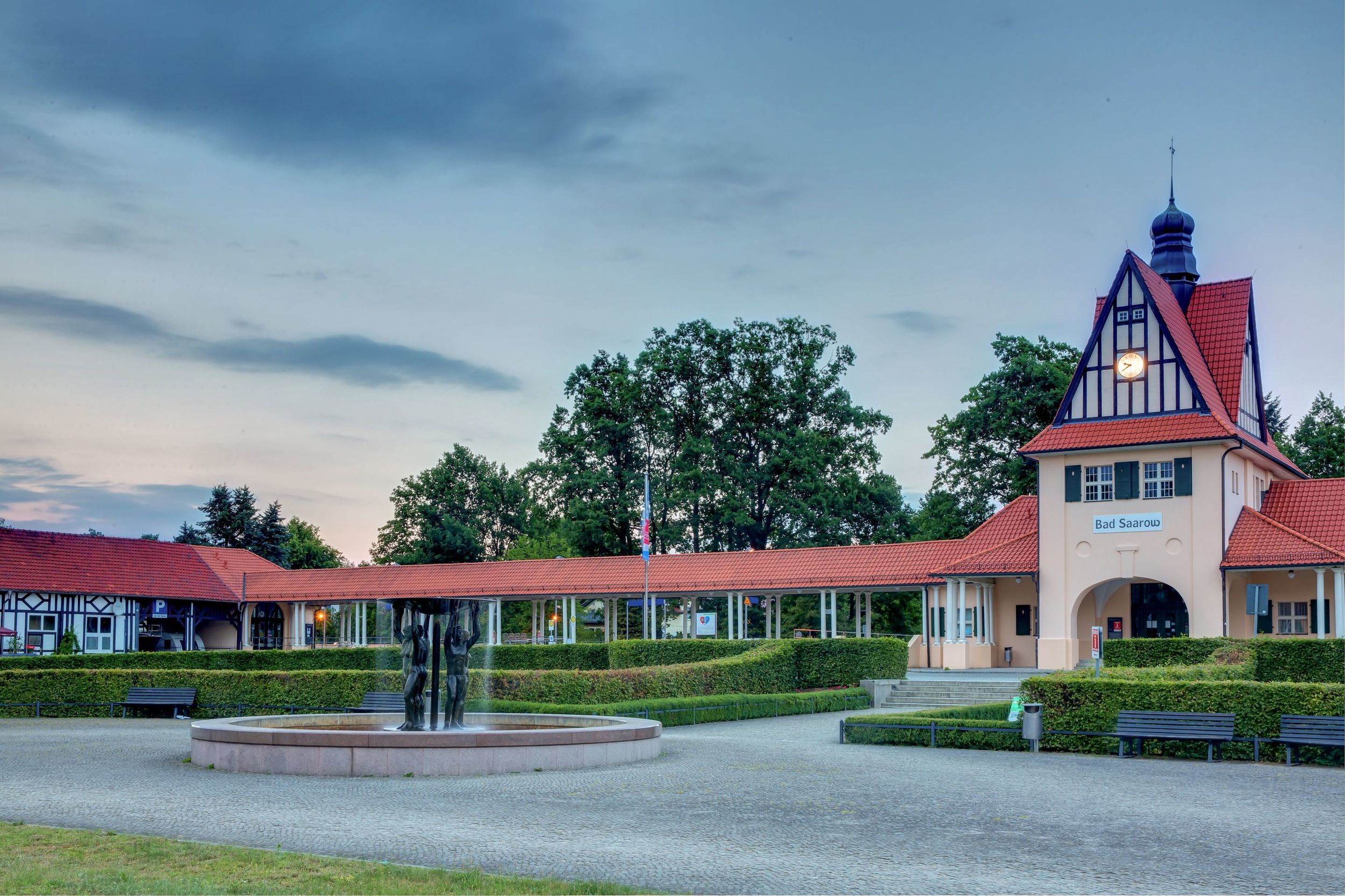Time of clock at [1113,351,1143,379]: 9:40
